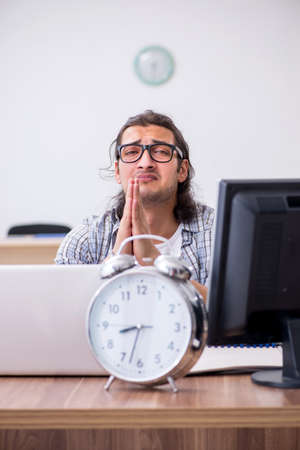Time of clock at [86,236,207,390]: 8:32
